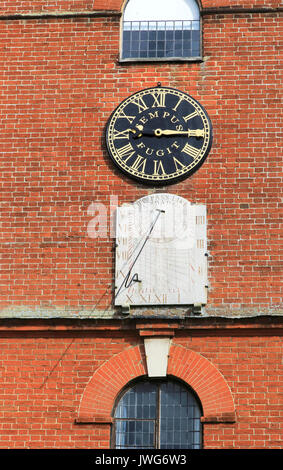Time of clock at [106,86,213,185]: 9:14
